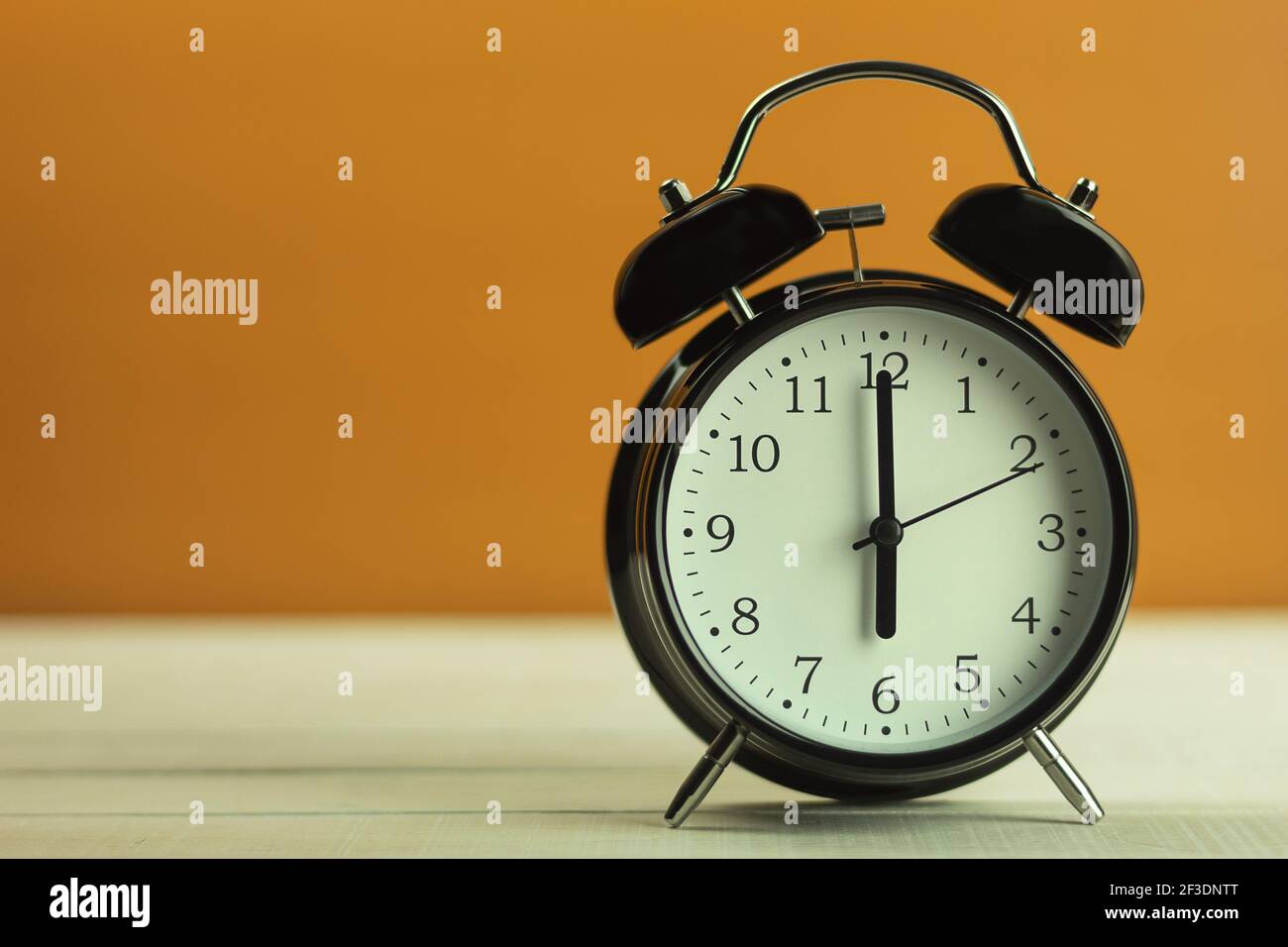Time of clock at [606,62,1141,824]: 6:00
